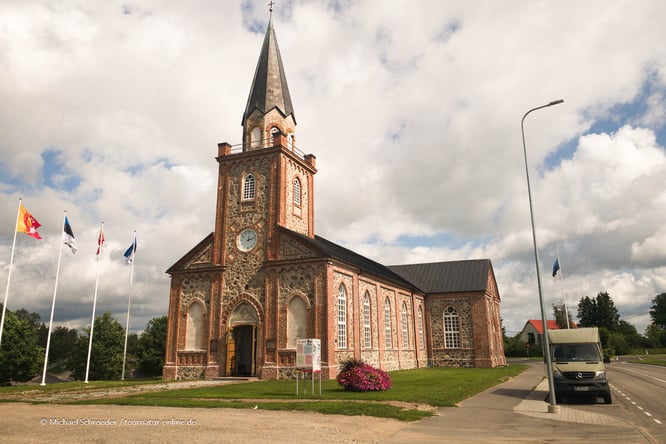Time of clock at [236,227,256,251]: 12:12
